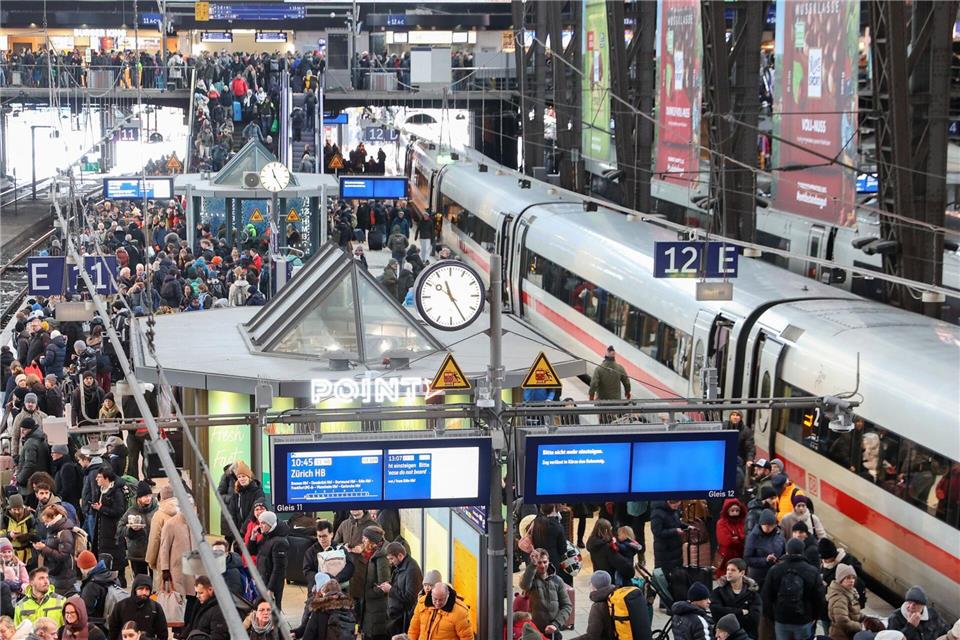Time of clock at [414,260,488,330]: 11:24
